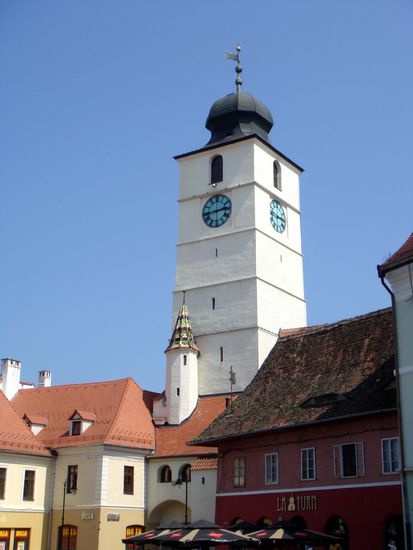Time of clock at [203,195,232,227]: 2:43
